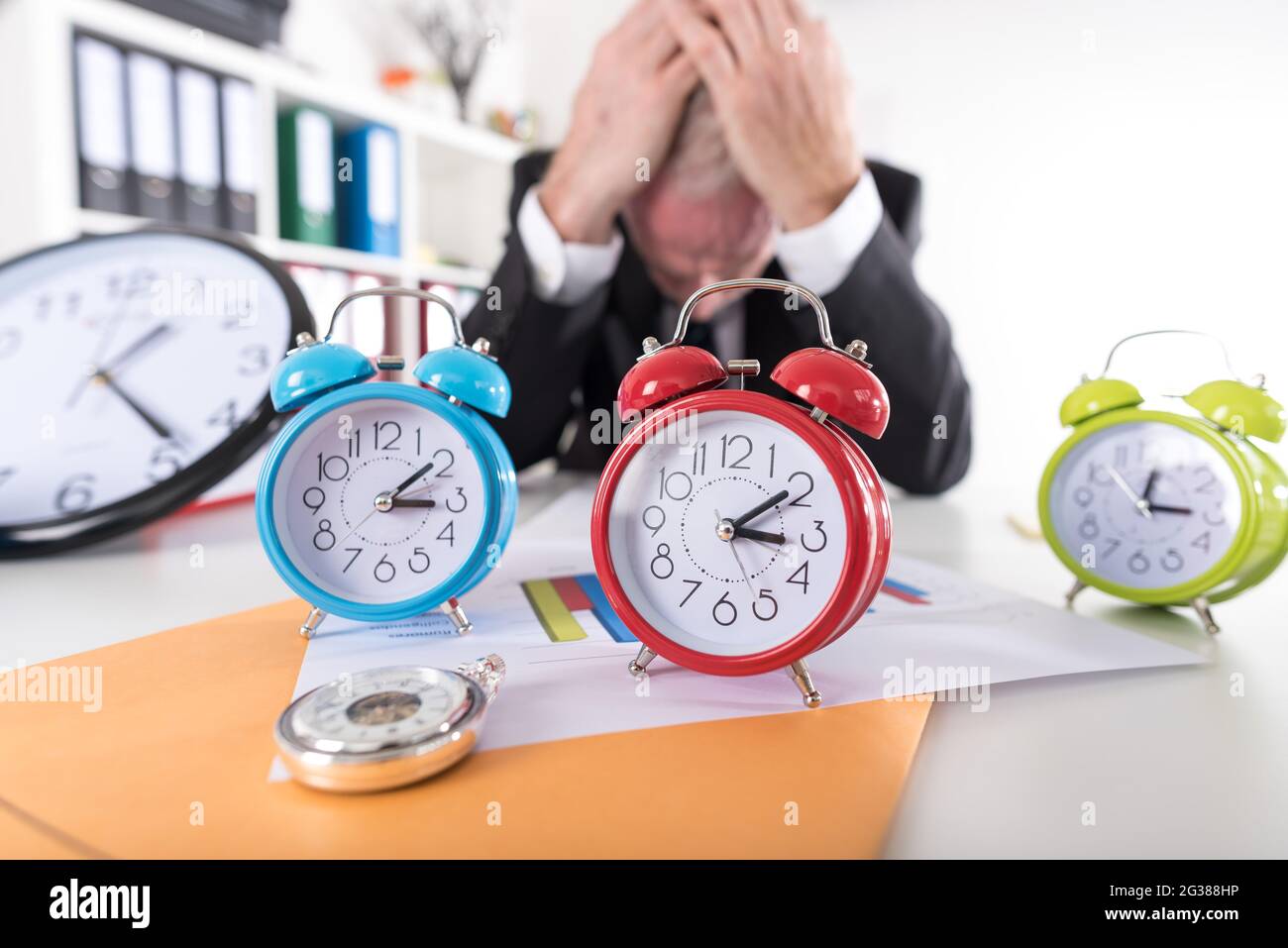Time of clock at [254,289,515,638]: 3:09
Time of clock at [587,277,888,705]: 3:09
